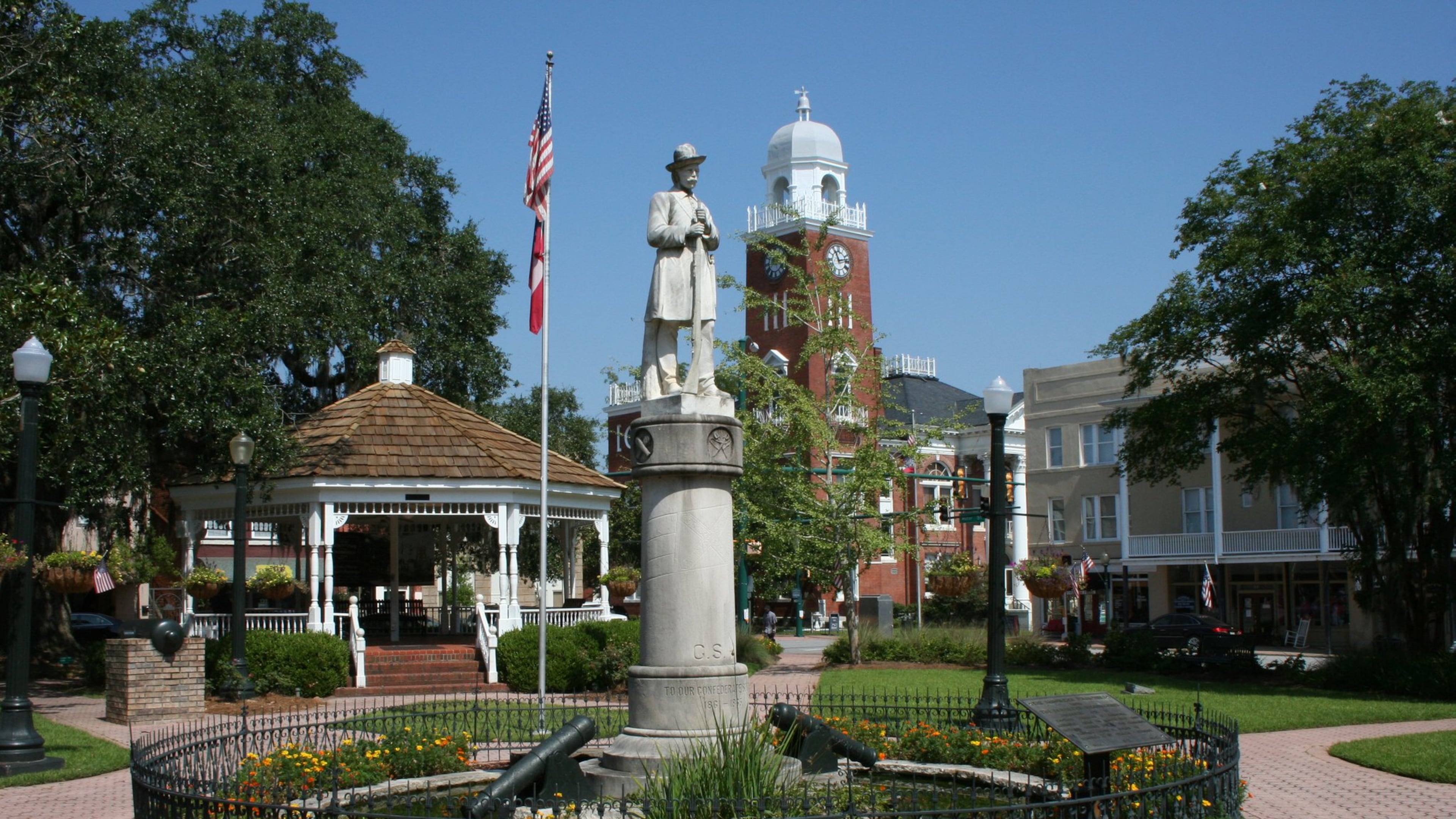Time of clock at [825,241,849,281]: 11:12
